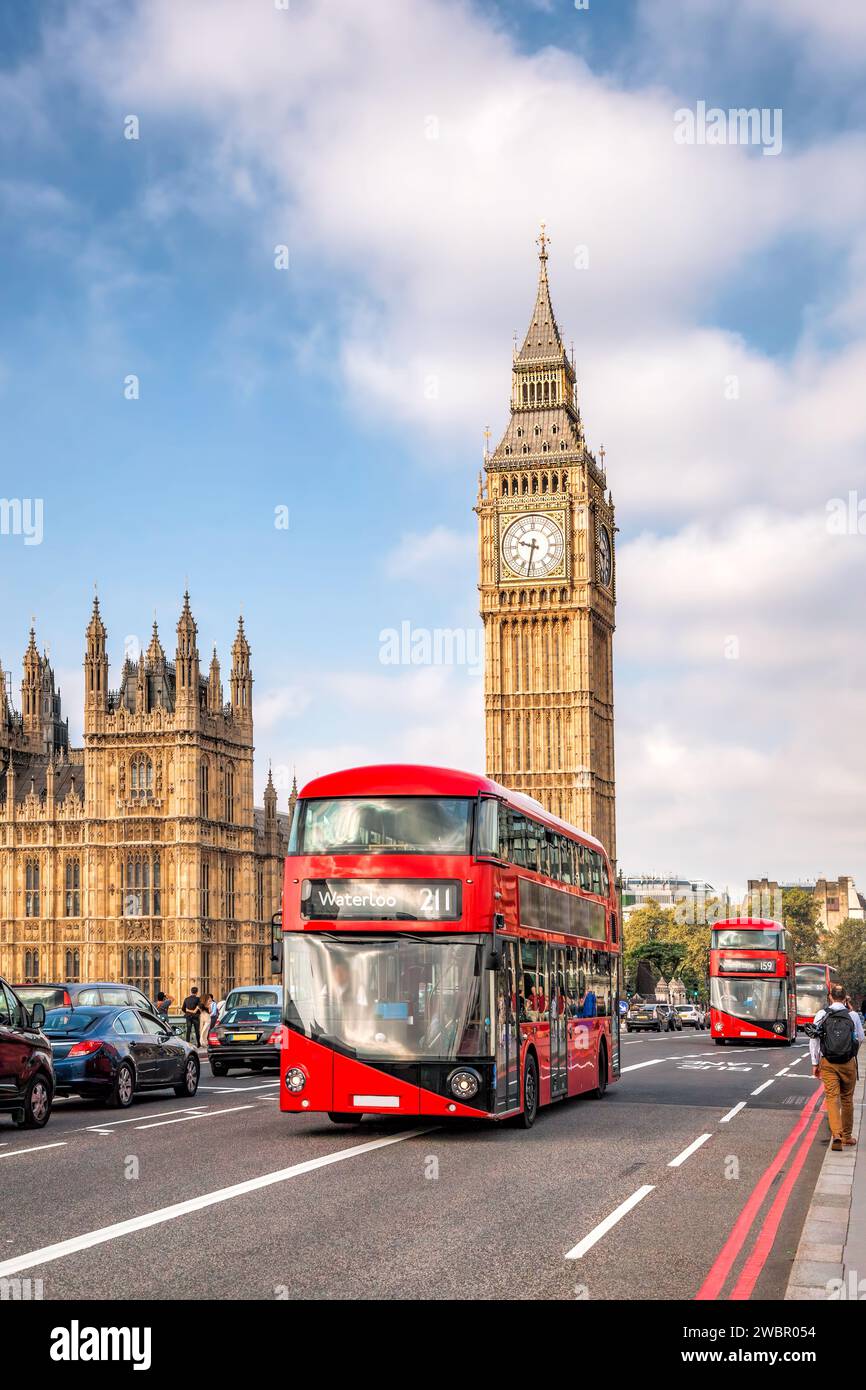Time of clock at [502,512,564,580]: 9:32
